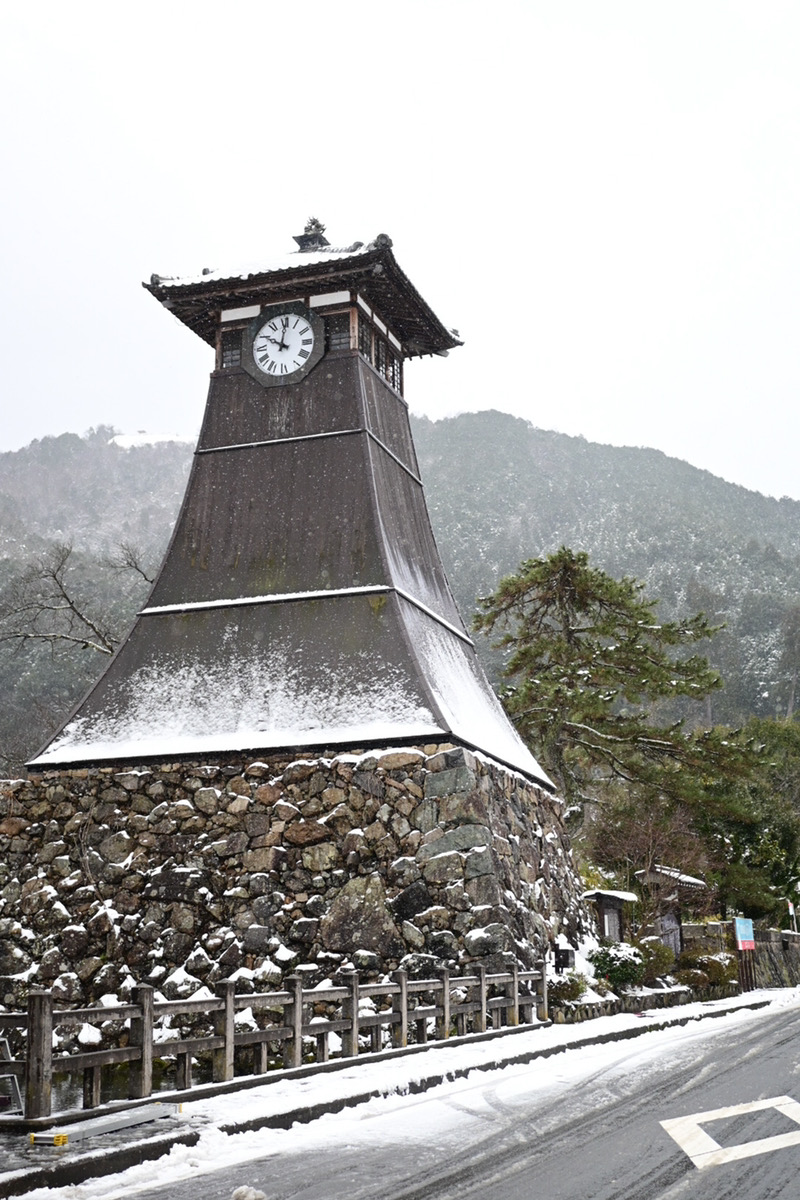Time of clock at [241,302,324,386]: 10:00
